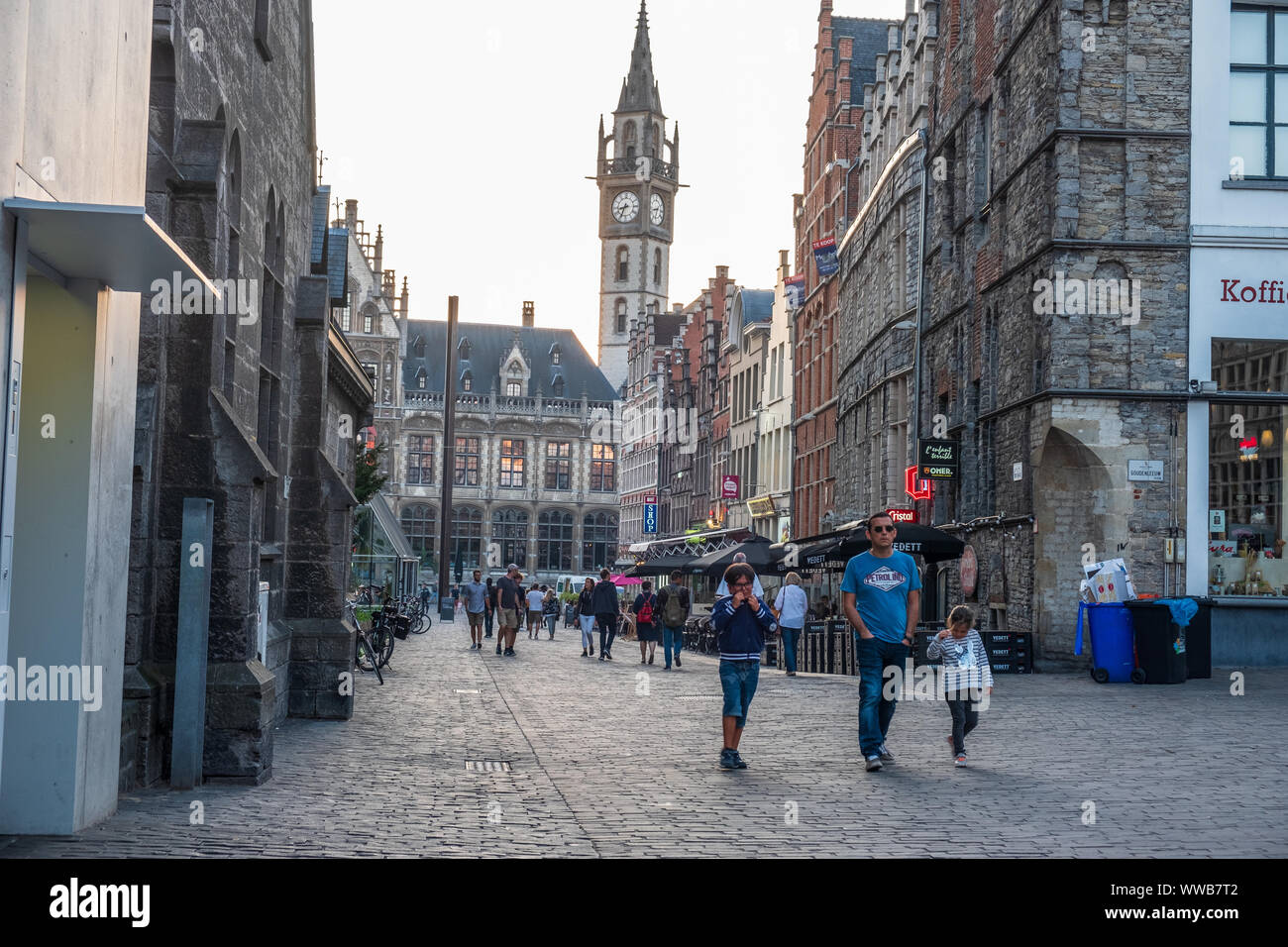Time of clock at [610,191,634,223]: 8:34
